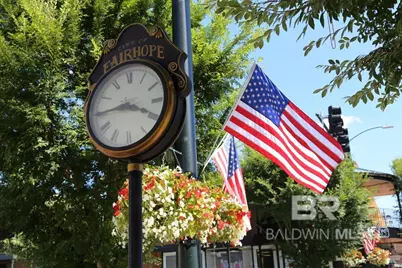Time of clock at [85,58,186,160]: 3:44
